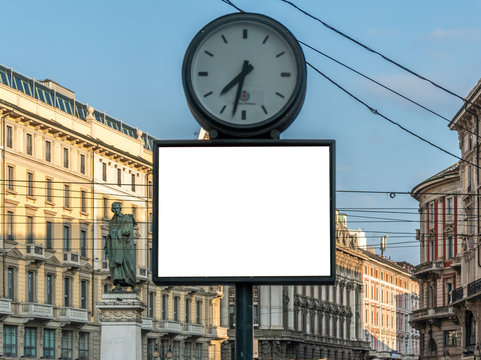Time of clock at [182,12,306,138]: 7:32
